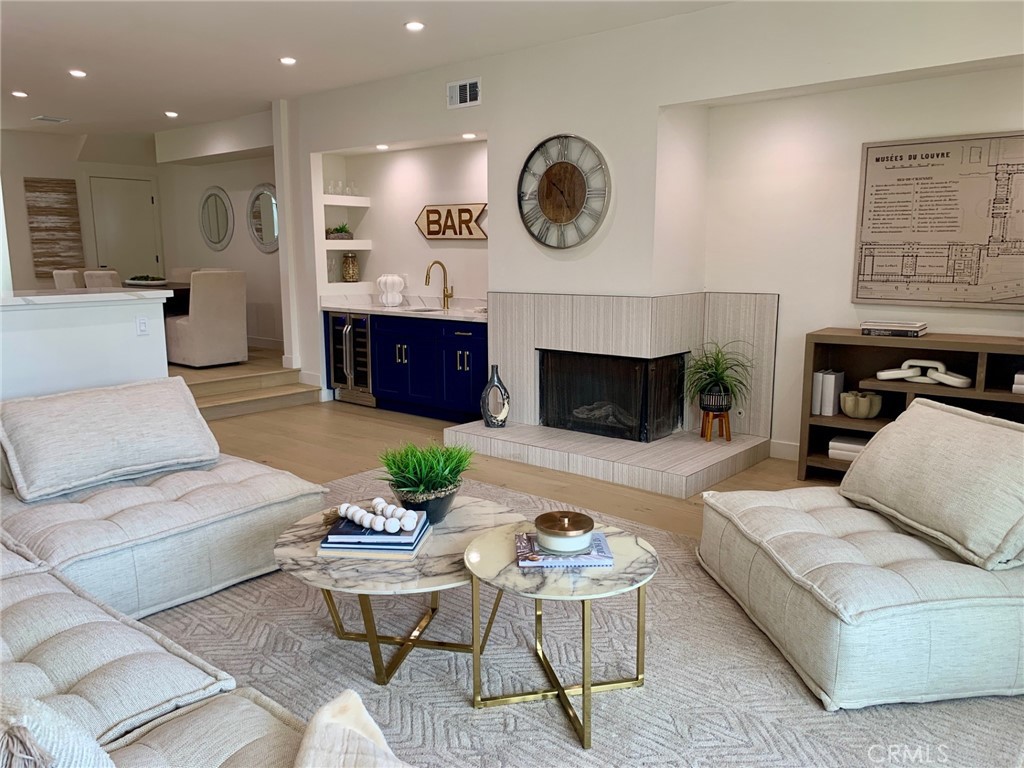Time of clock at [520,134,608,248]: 10:24
